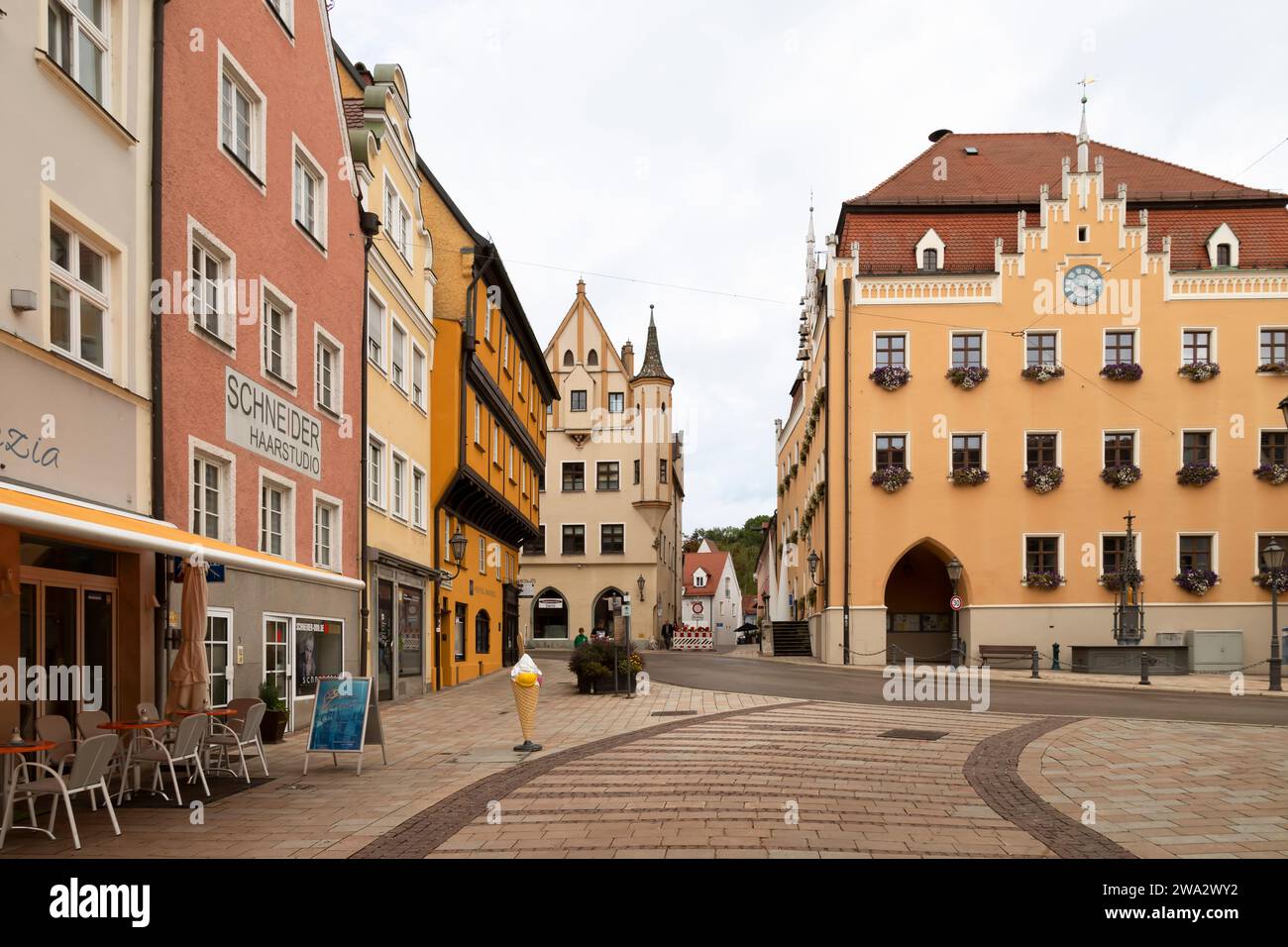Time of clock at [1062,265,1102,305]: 3:29
